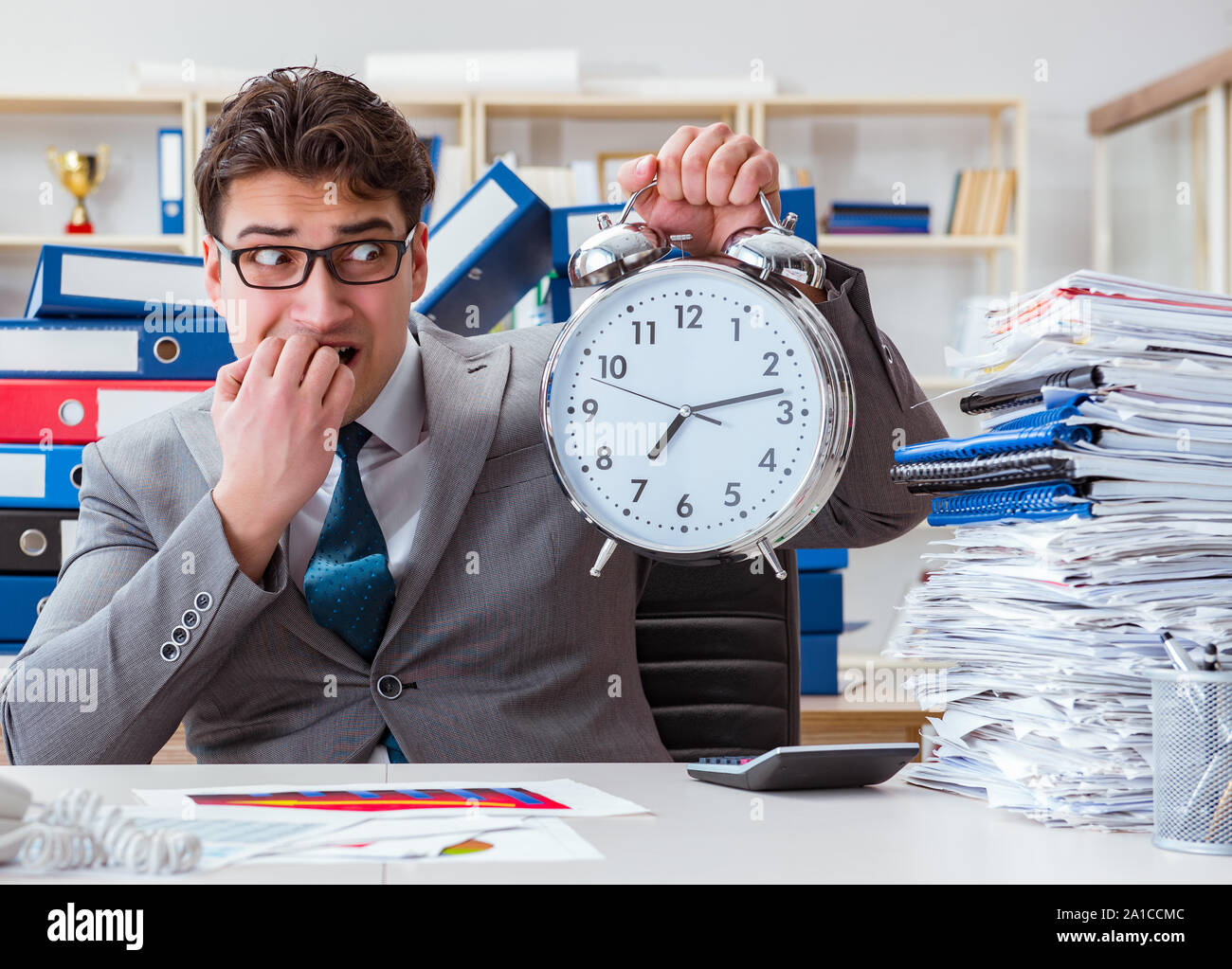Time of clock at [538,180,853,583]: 7:13
